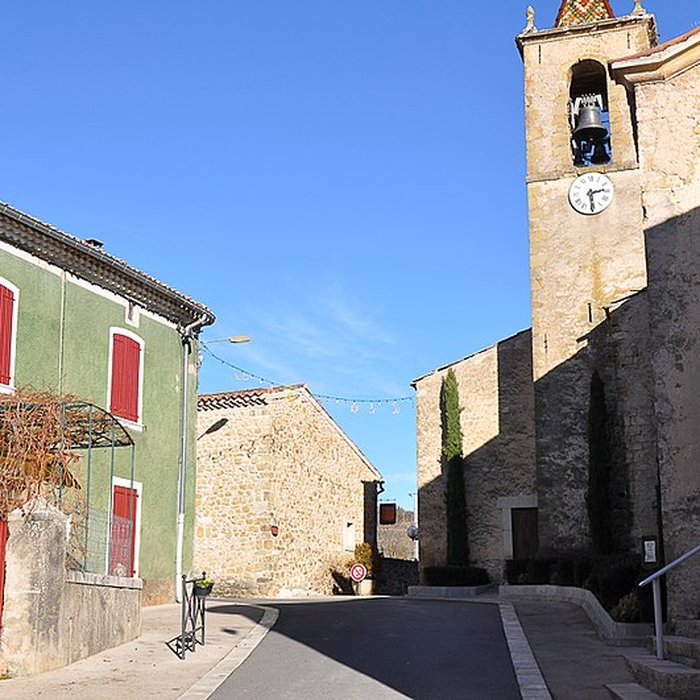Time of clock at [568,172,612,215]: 2:29
